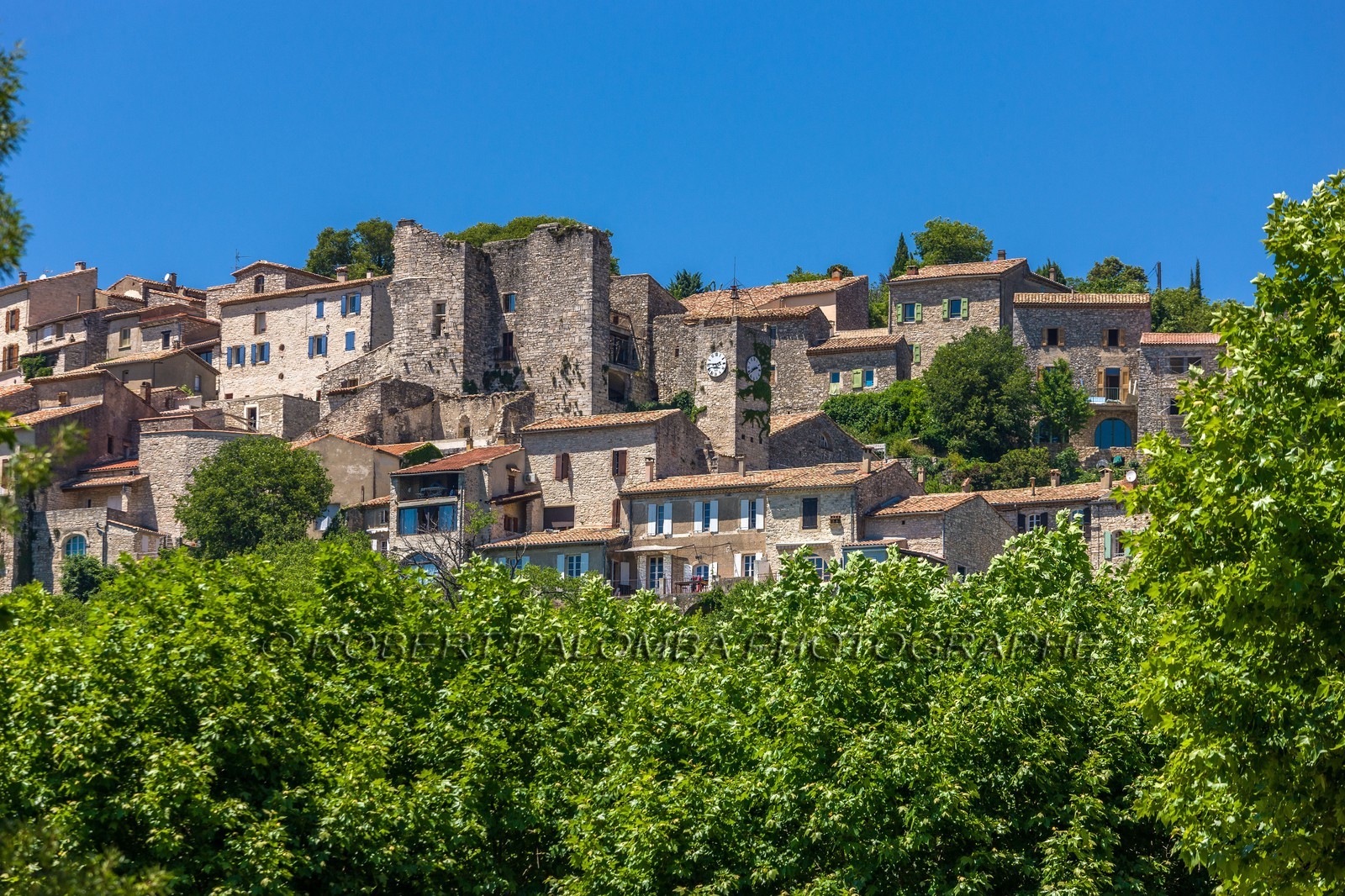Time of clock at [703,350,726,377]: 2:46
